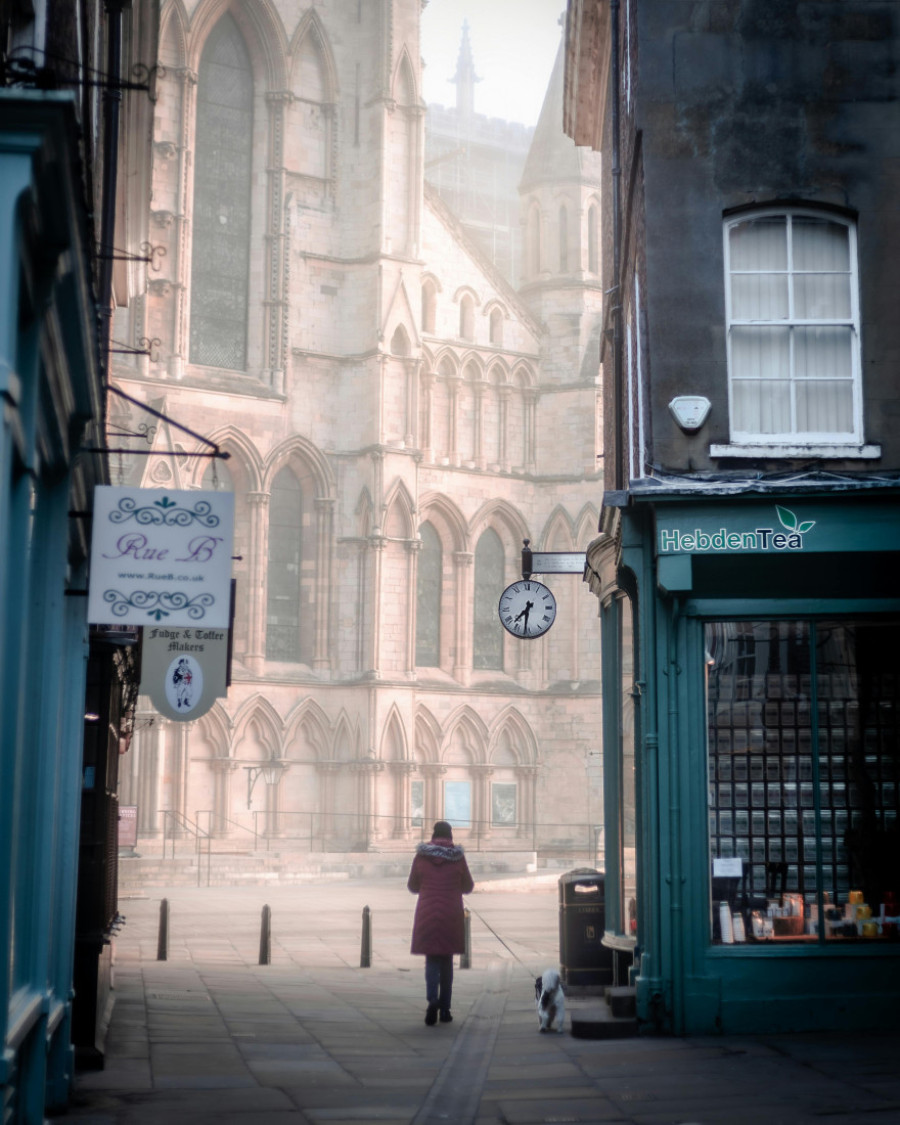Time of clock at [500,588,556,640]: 7:31
